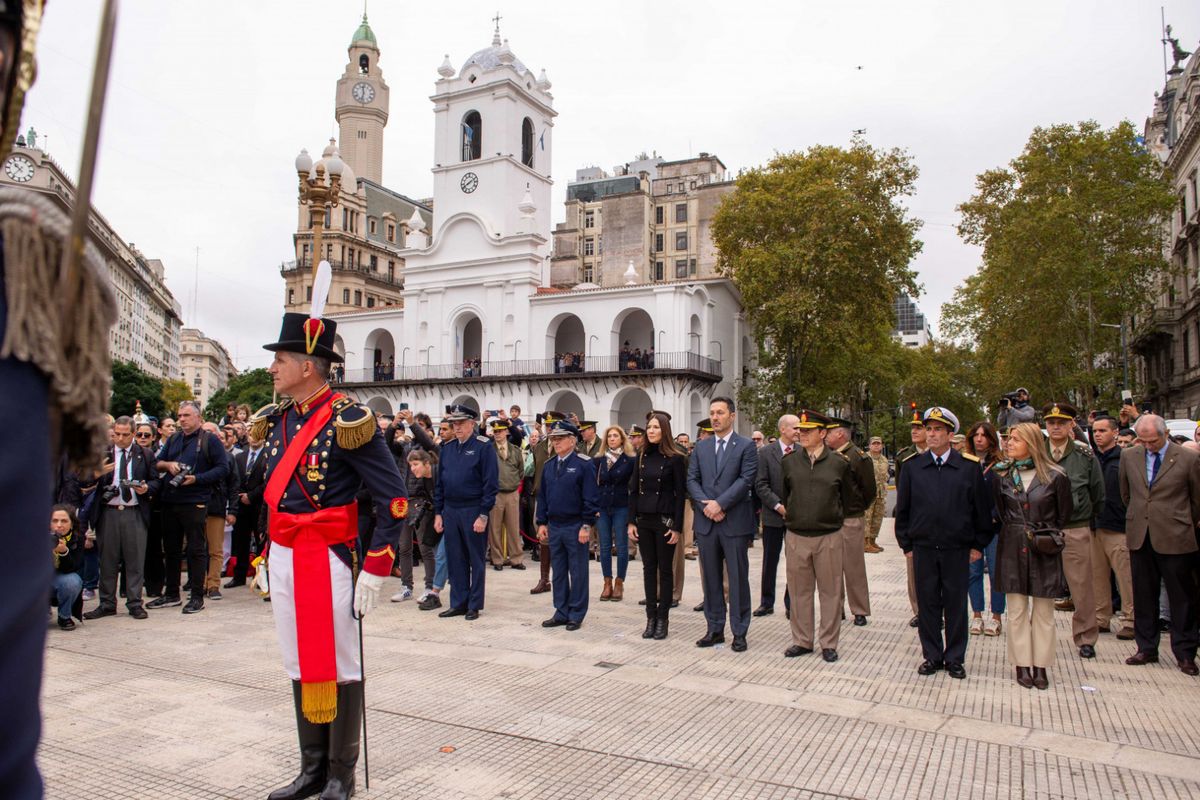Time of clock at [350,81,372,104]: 11:32
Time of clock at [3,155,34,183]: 10:36
